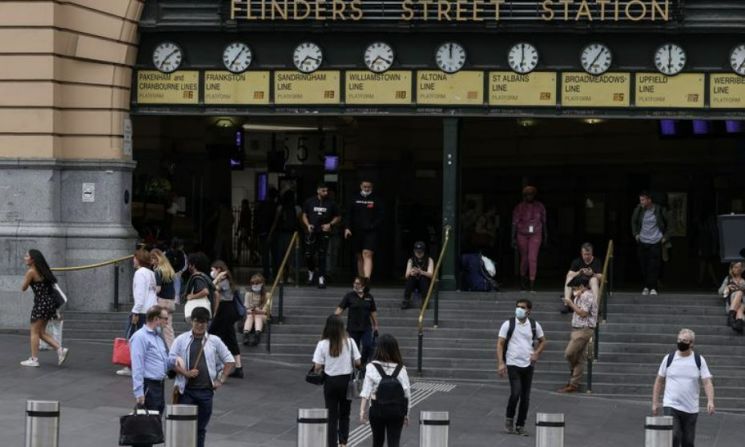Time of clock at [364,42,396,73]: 7:19
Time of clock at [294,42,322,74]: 7:18
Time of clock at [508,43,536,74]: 5:59
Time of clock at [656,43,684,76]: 5:59
